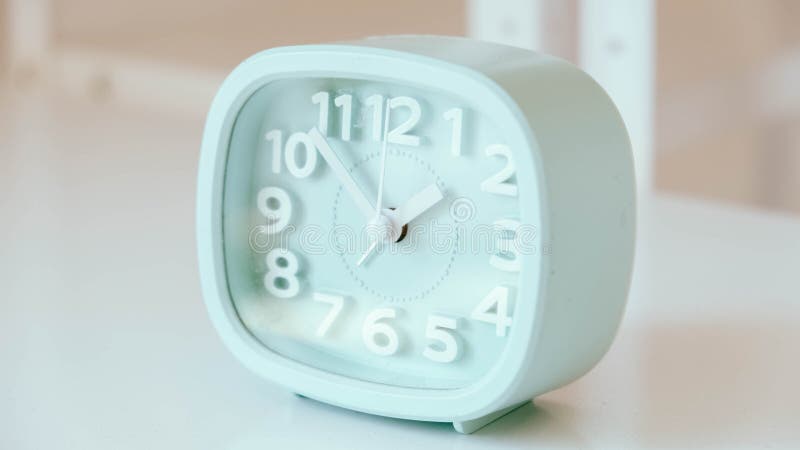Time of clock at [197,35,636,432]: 1:52
